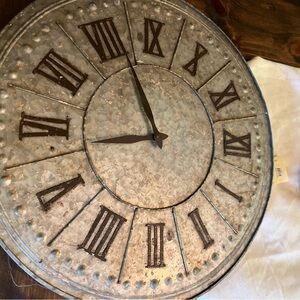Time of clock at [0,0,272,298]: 8:56
